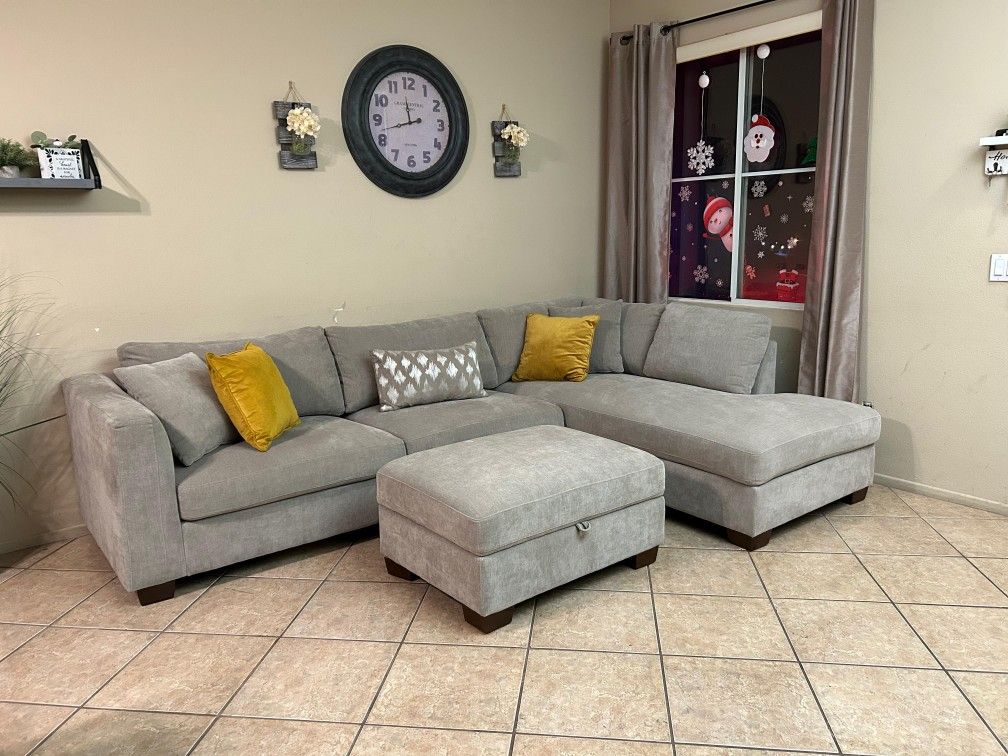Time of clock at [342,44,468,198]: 11:42
